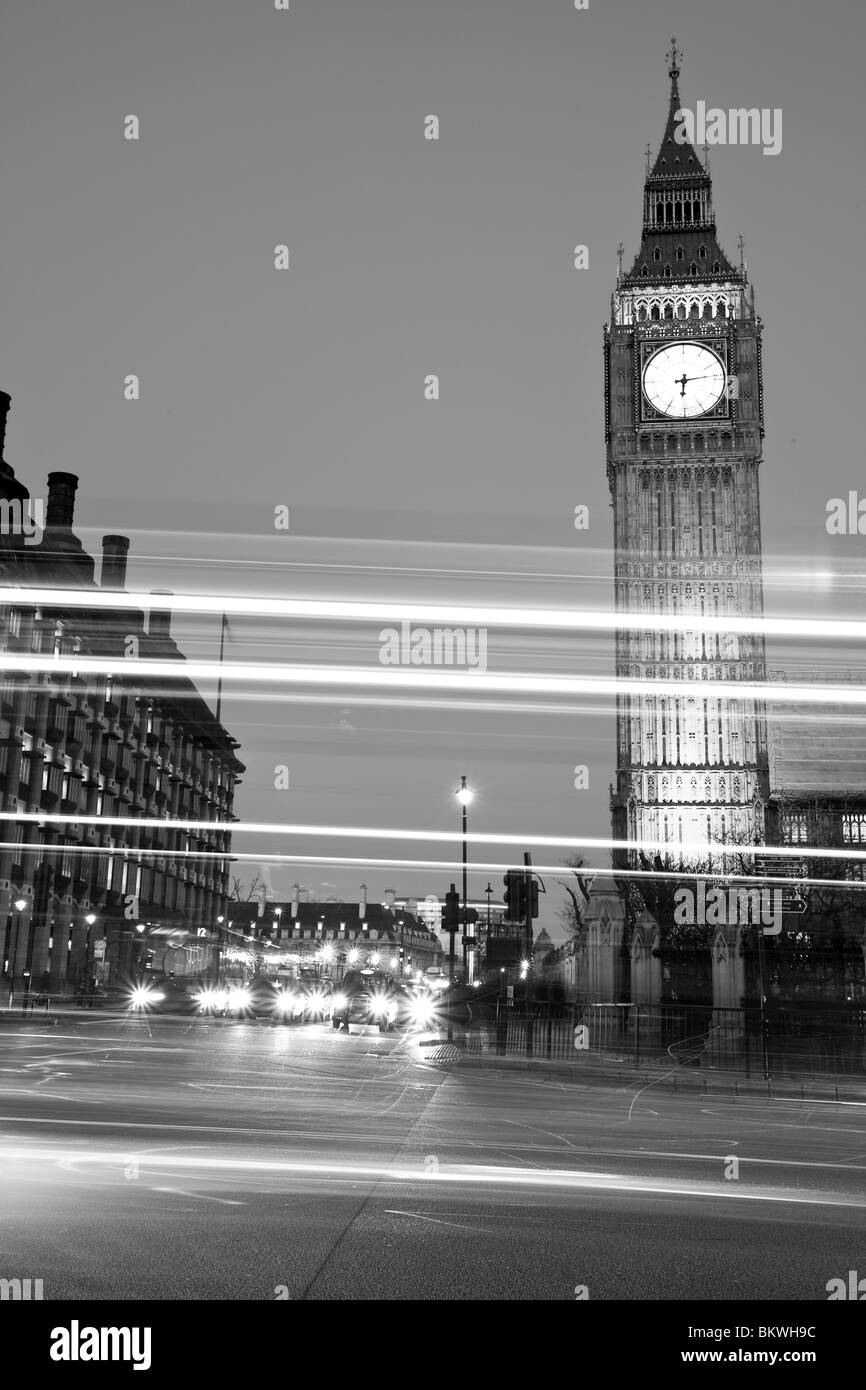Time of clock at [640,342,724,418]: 6:13
